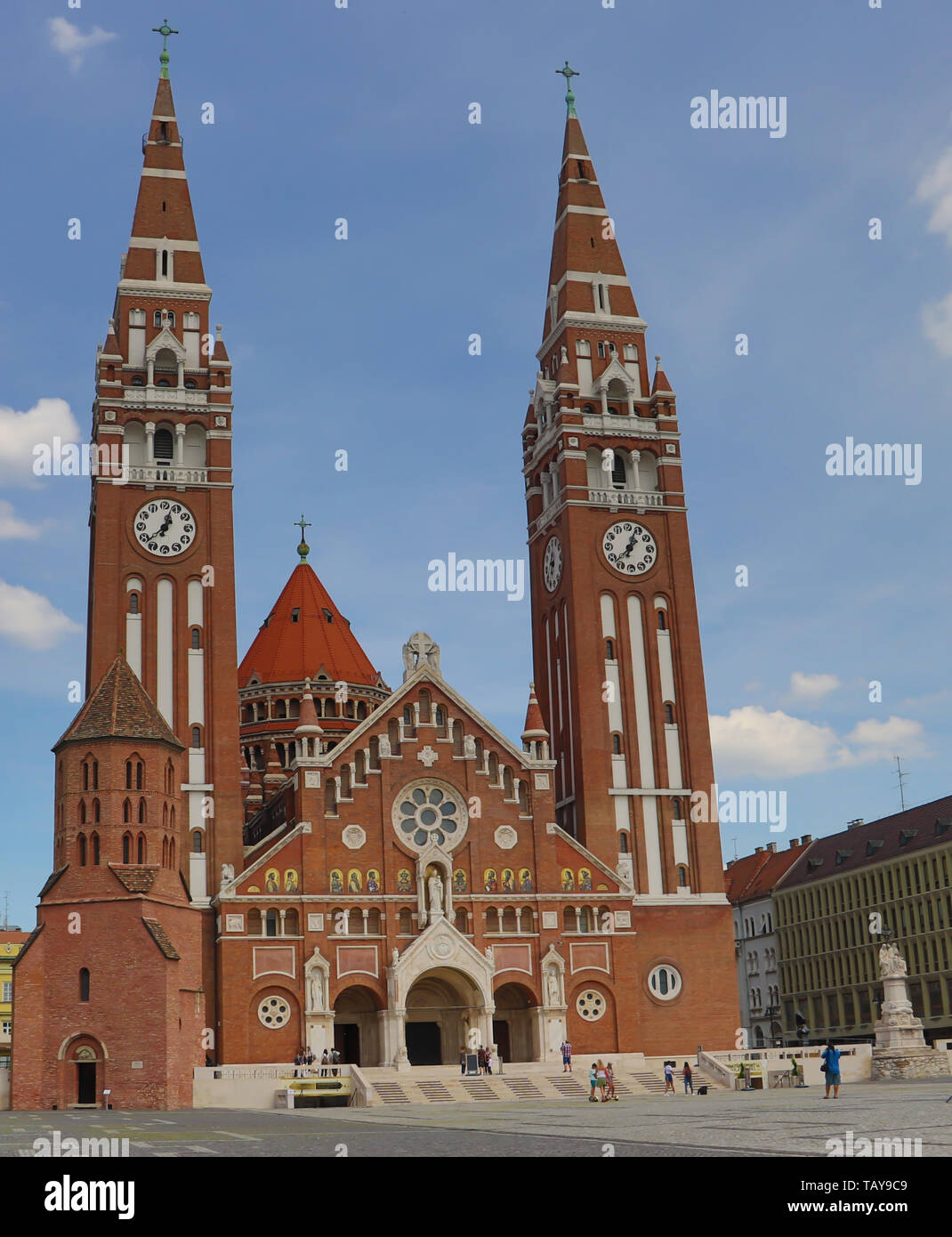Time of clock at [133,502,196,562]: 12:38
